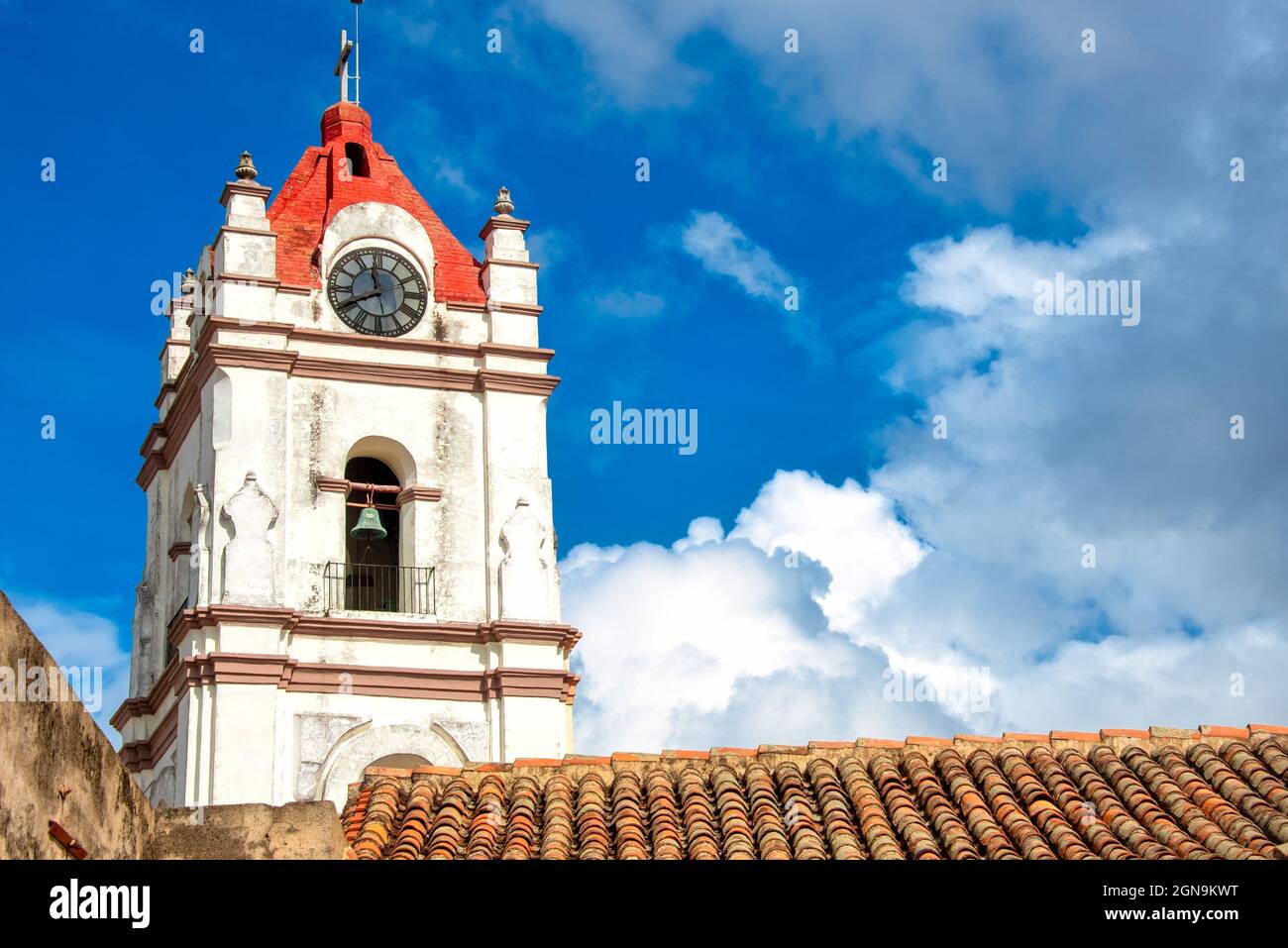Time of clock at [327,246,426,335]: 11:40
